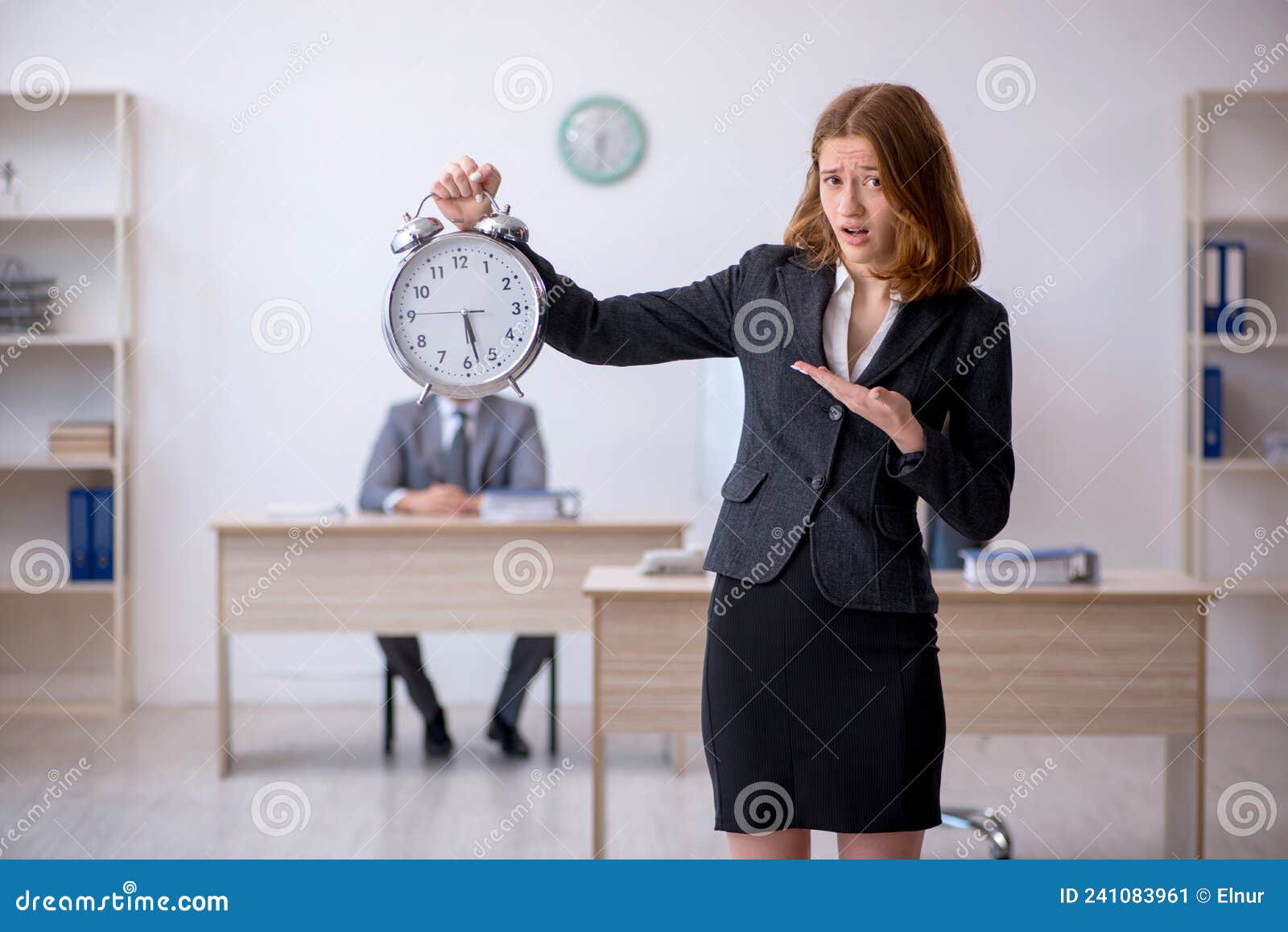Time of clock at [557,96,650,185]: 5:31
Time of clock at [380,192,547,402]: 5:28
